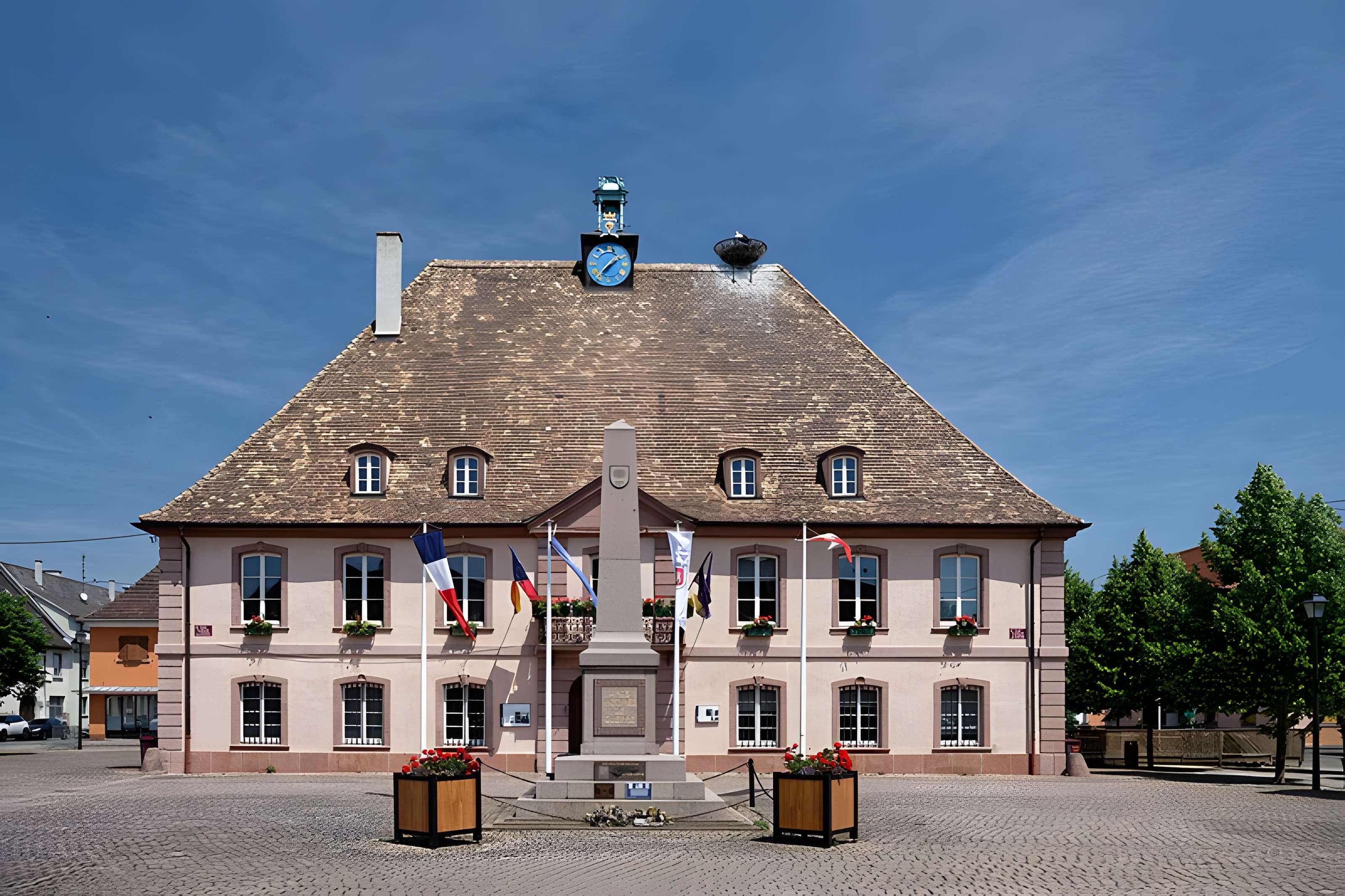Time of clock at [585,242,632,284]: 1:36
